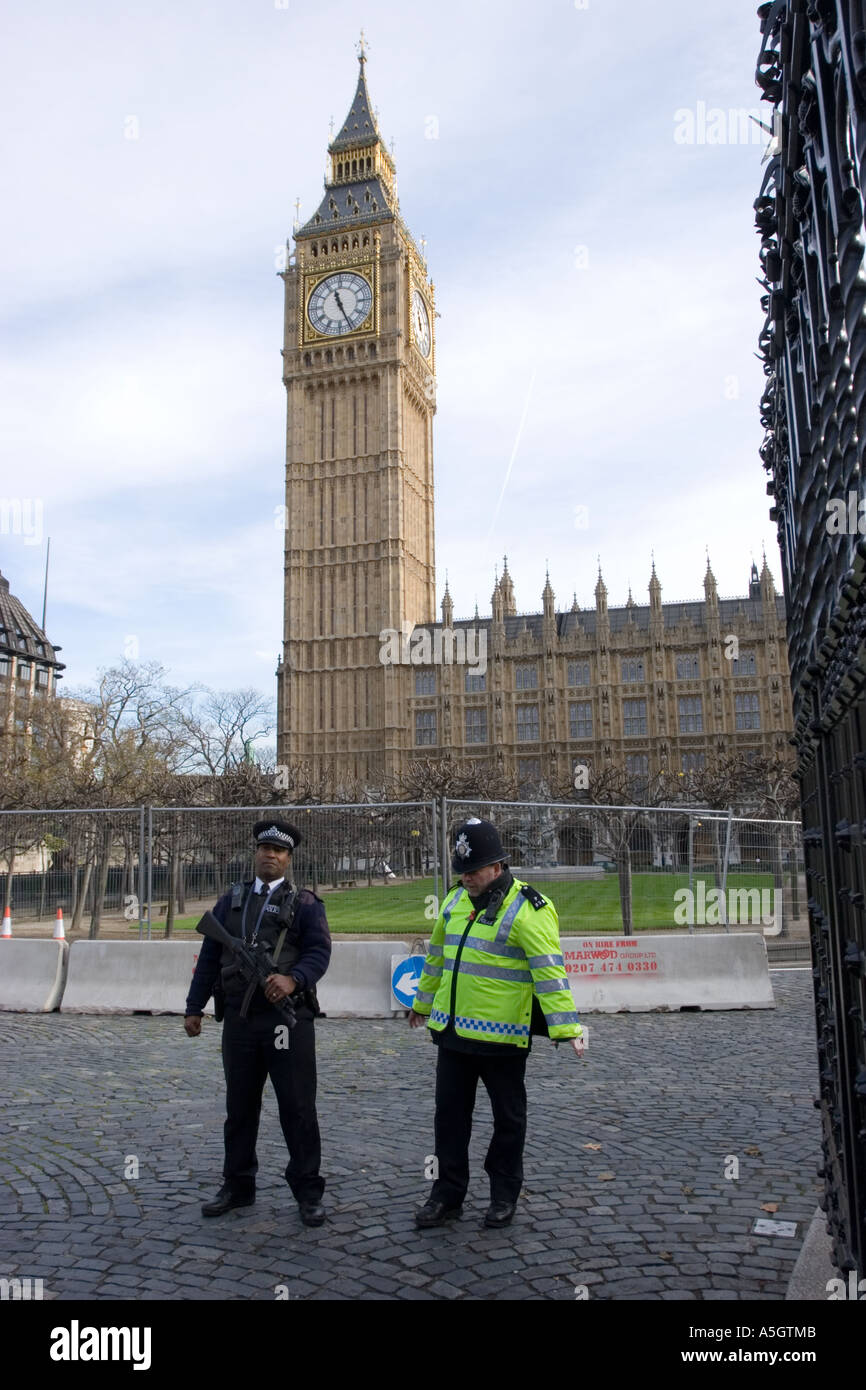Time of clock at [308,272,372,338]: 11:26
